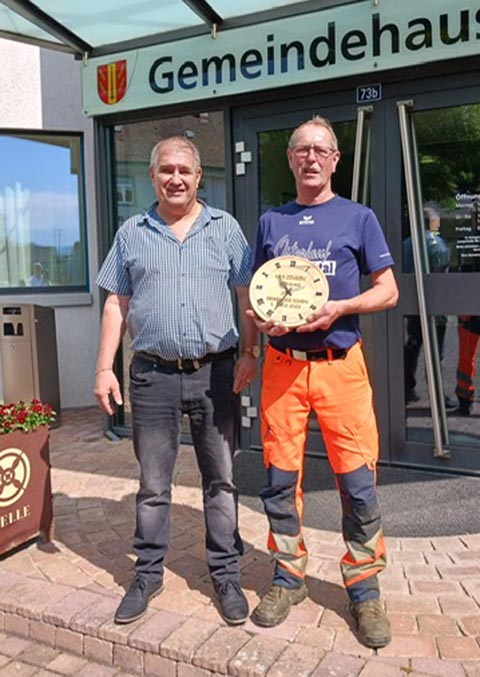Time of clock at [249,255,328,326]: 10:34
